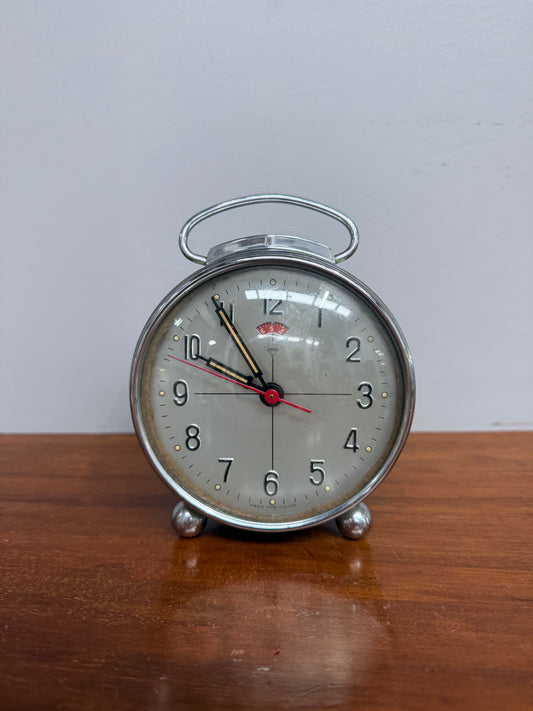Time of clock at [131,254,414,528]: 9:54
